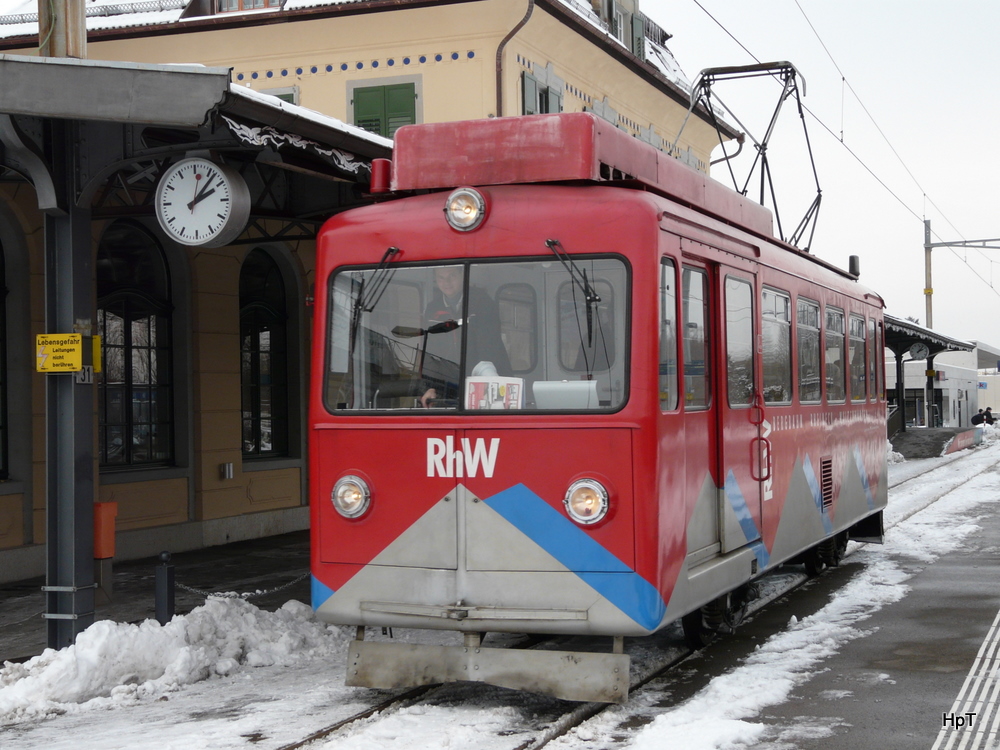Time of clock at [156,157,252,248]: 2:06
